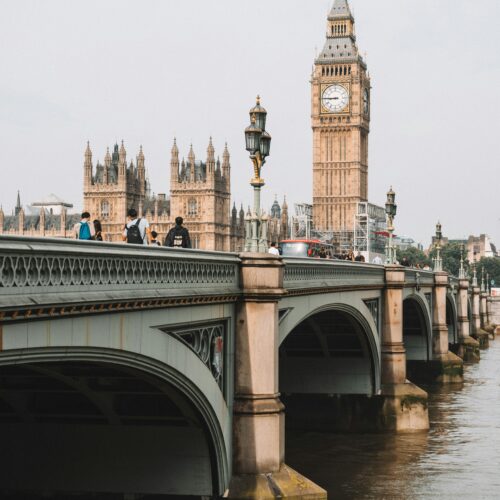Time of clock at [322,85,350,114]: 8:45
